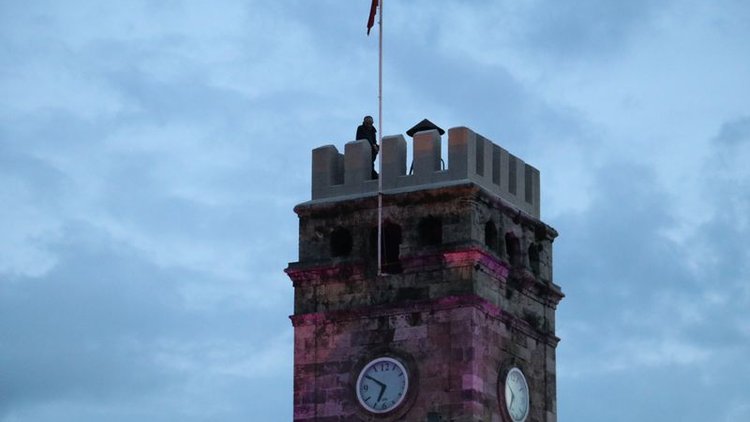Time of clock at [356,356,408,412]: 6:50
